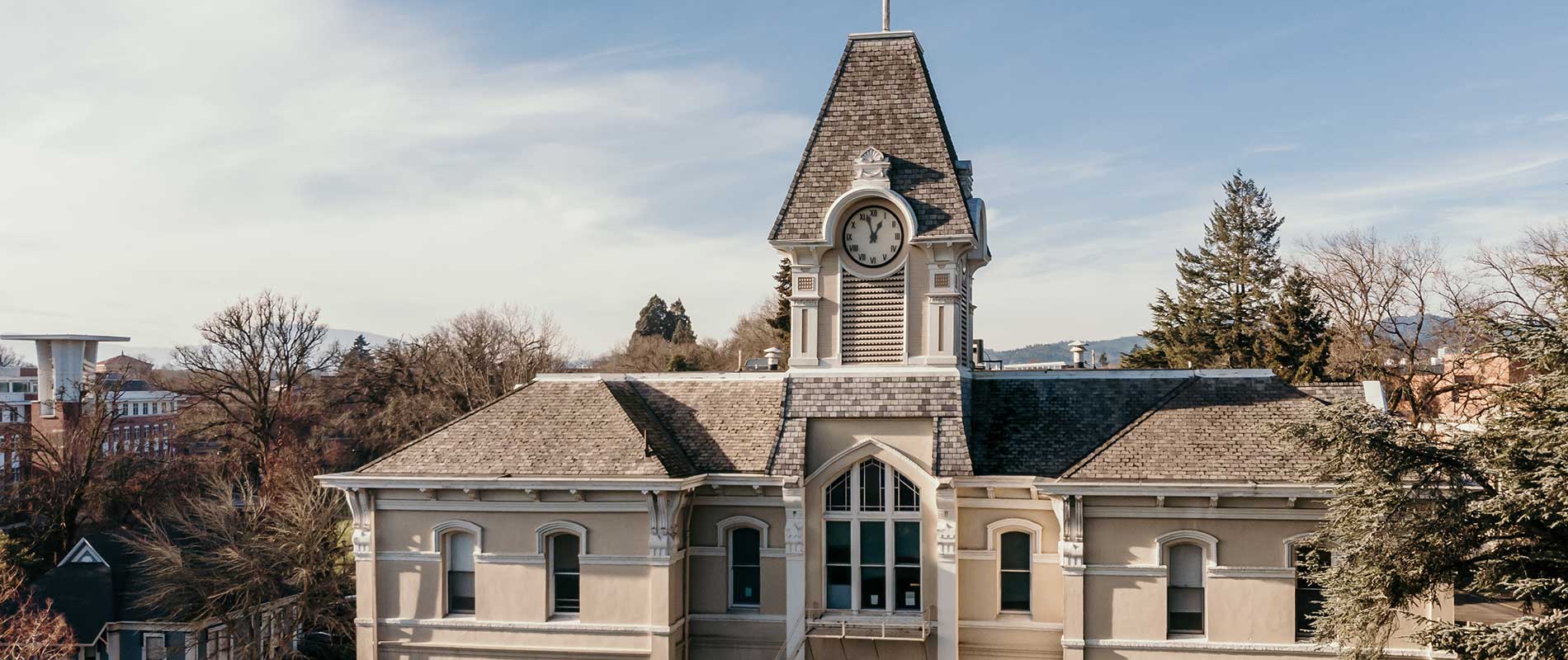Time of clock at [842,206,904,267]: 12:57
